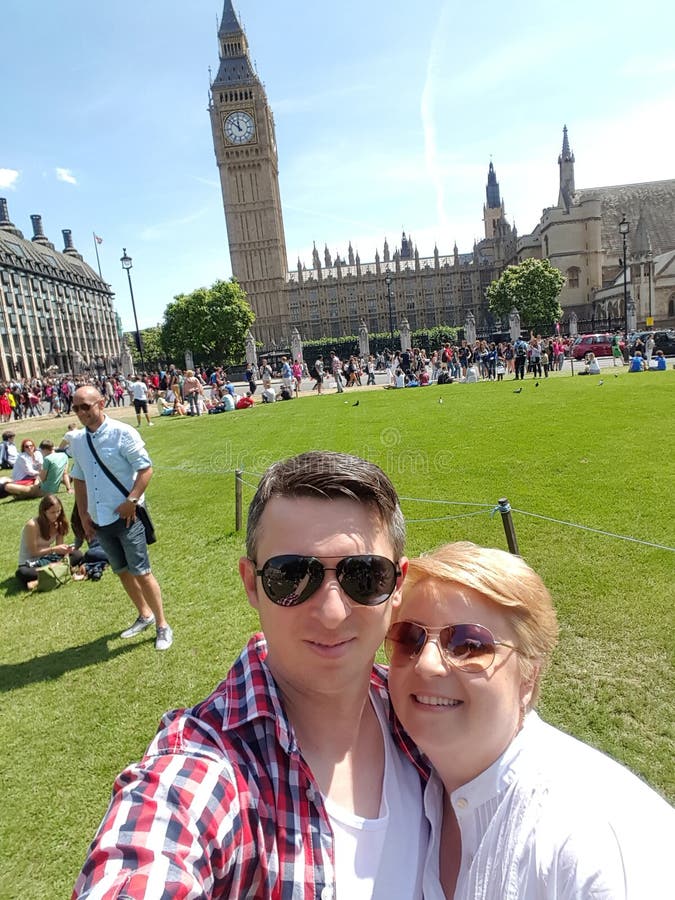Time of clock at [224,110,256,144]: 11:51
